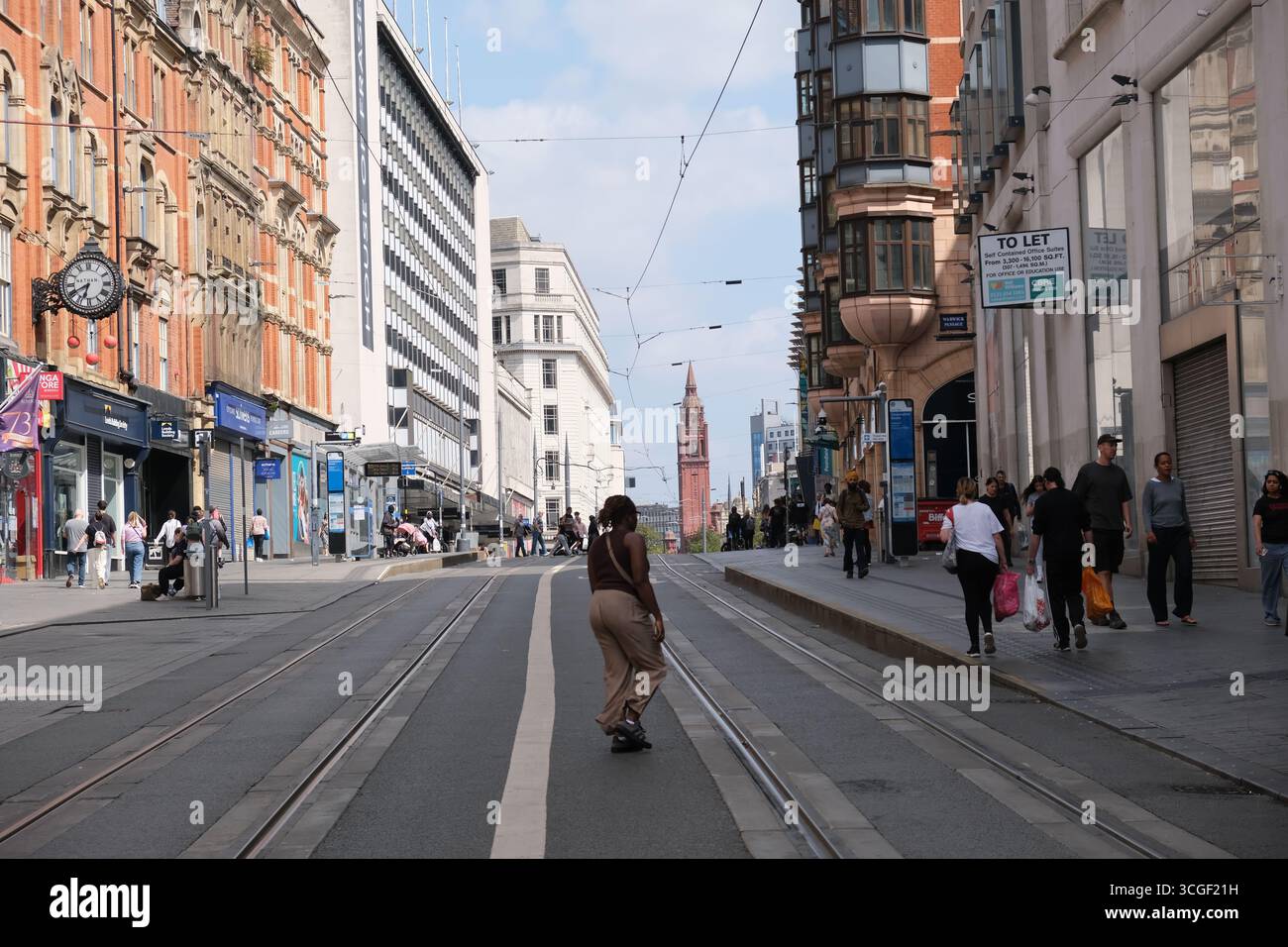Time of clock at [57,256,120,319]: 6:40
